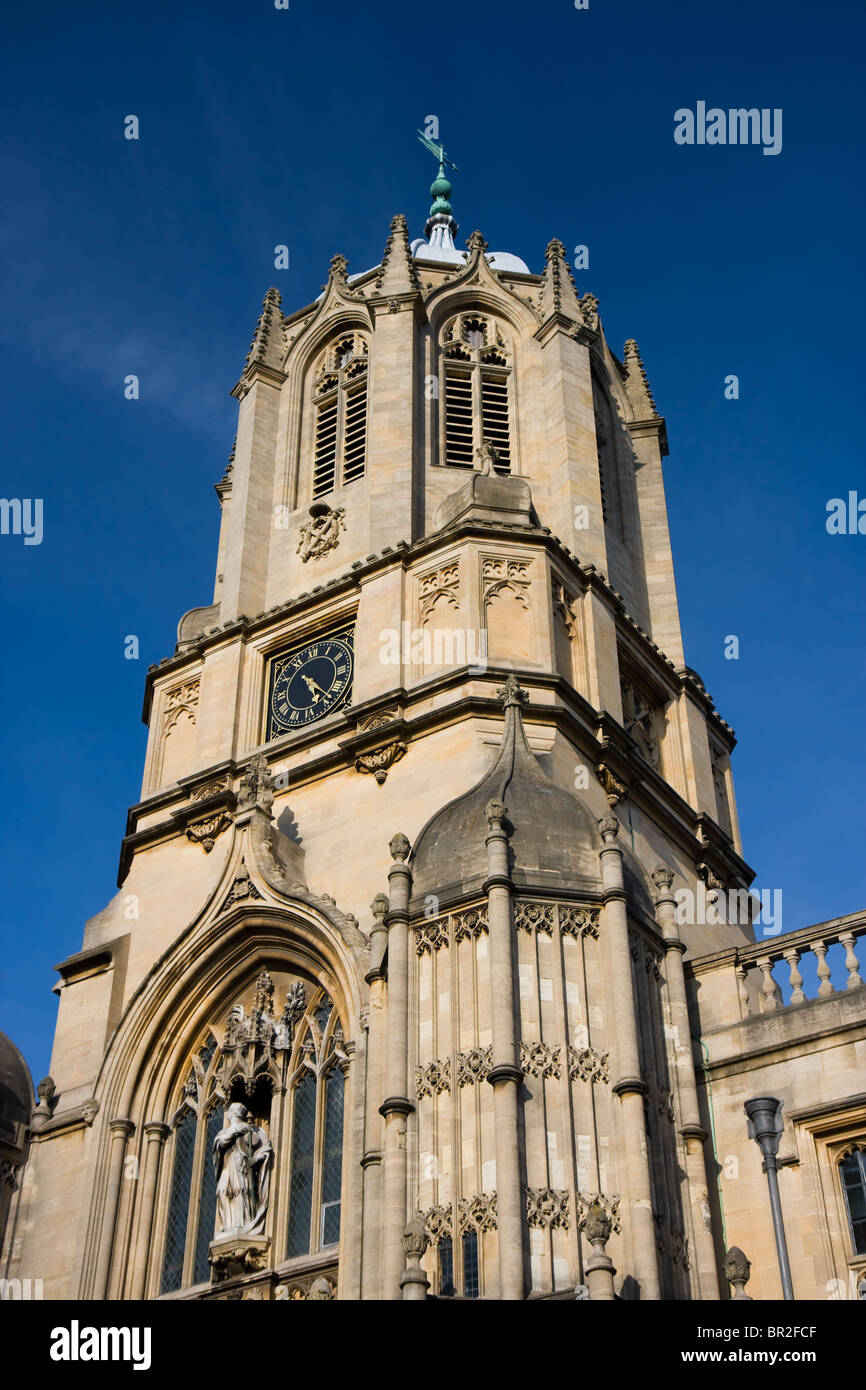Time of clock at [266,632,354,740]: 5:23
